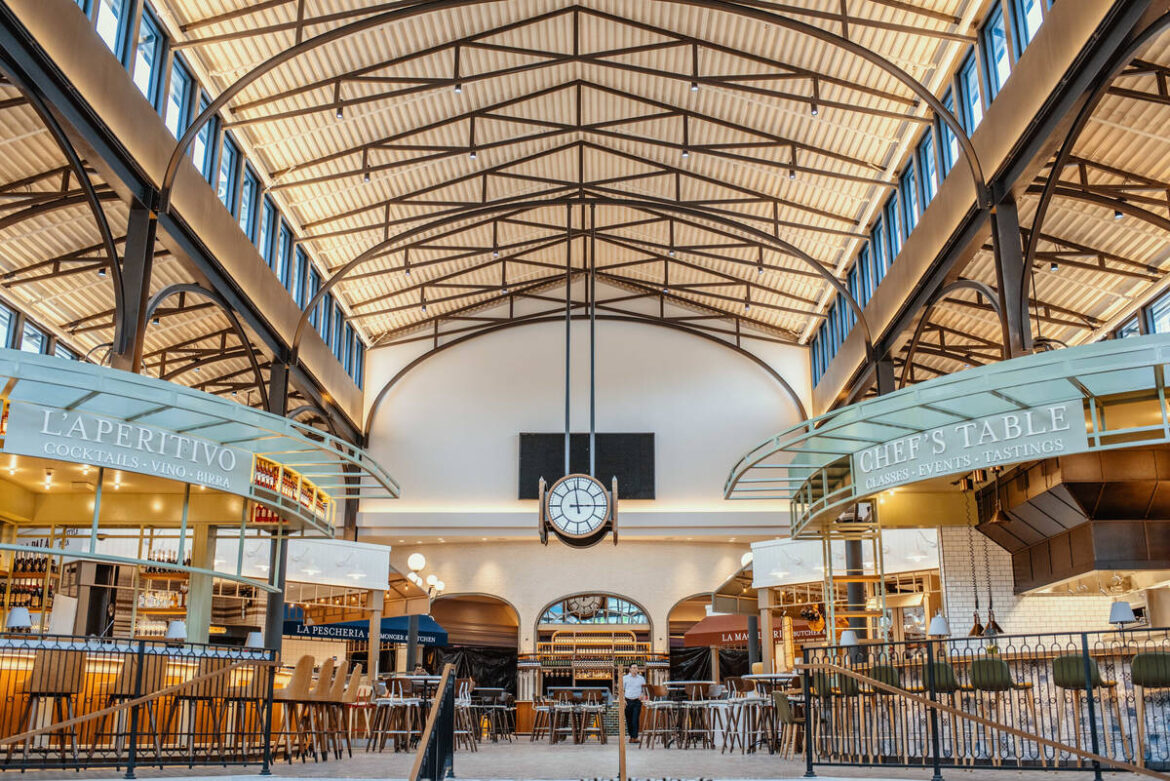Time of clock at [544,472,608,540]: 2:58
